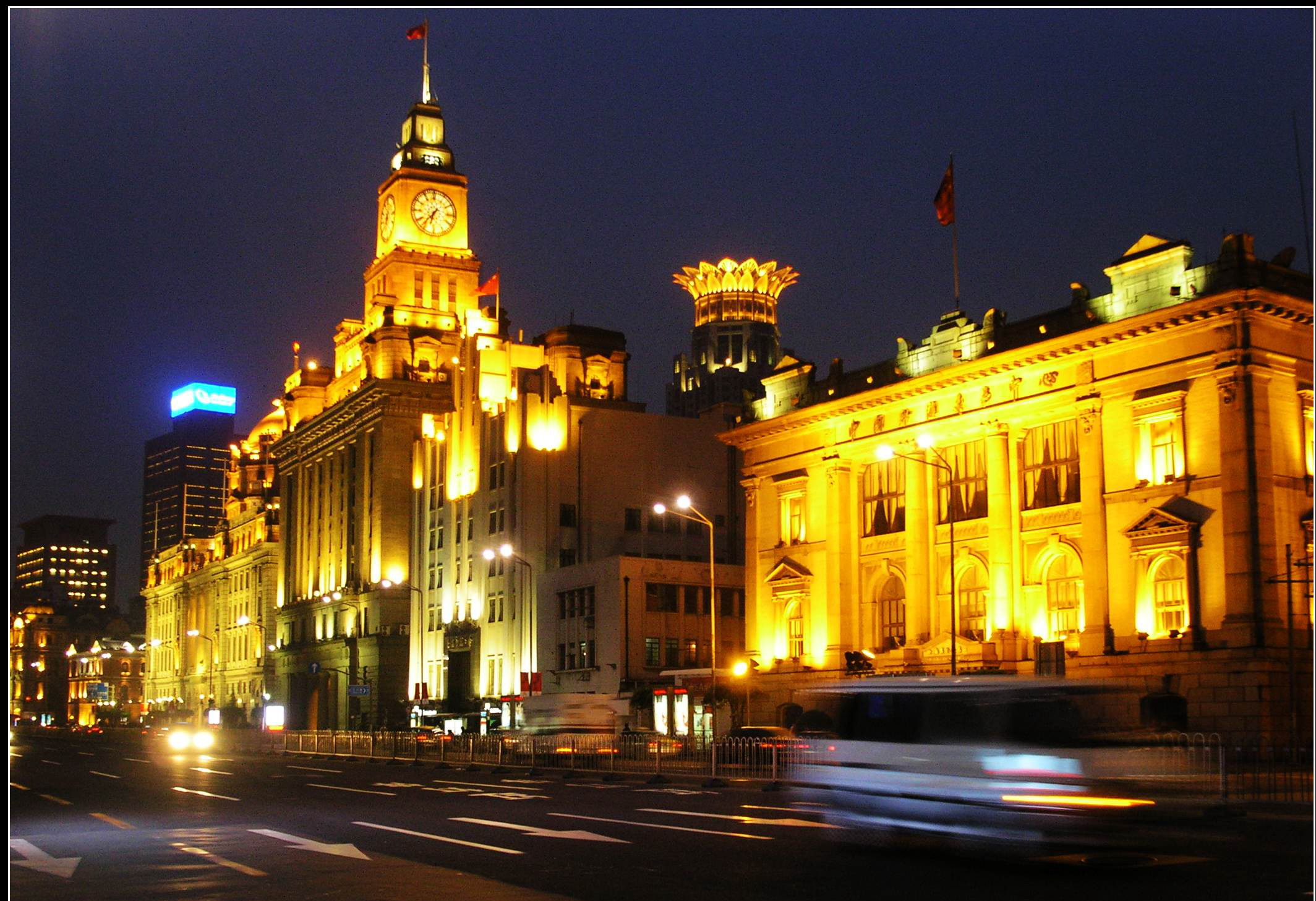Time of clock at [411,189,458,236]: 6:36
